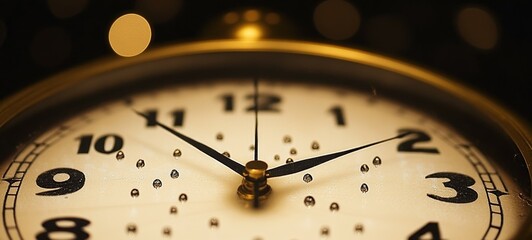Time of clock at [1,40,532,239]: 1:53
